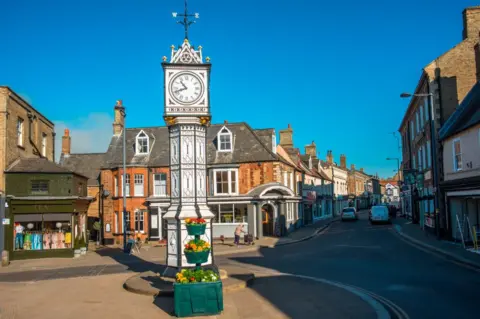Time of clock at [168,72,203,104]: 10:41
